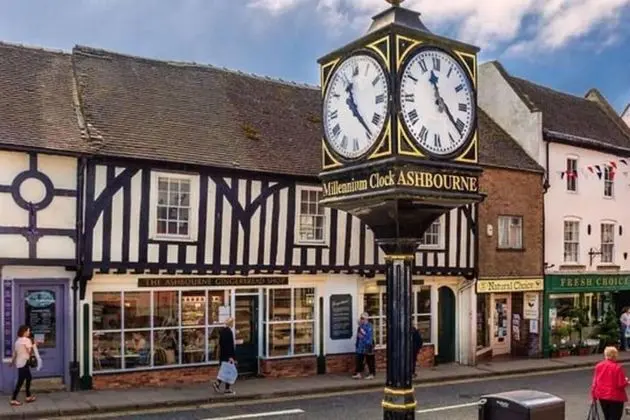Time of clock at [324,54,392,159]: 11:23
